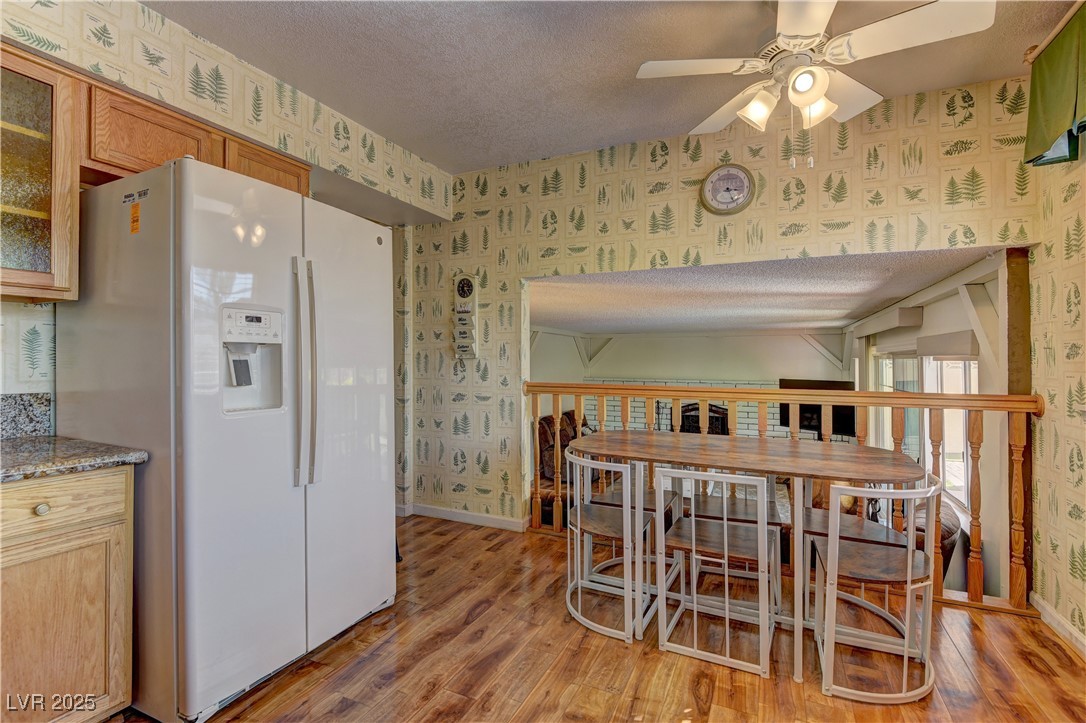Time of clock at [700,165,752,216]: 3:26
